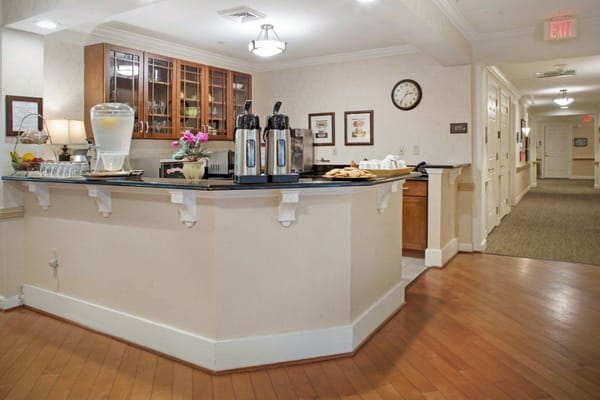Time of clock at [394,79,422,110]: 2:36
